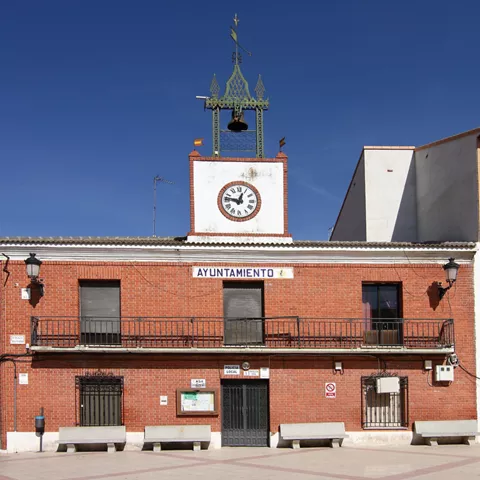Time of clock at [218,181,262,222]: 12:46
